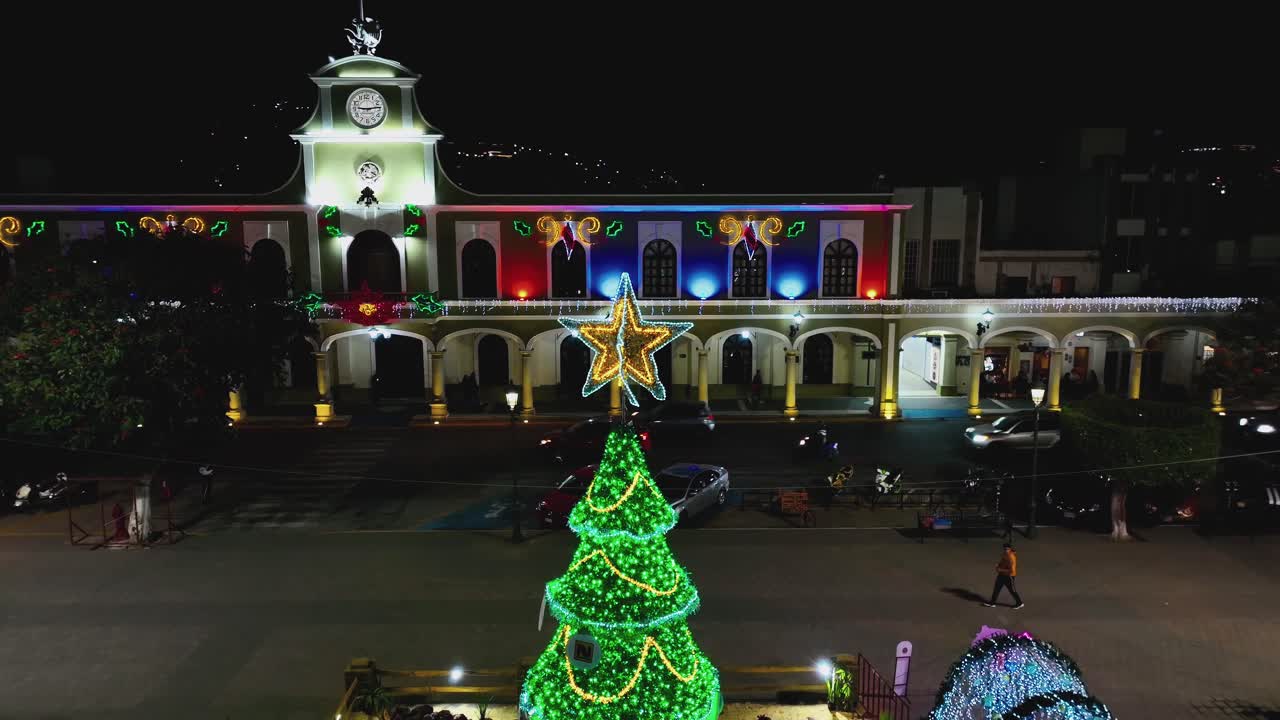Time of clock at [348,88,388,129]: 9:13
